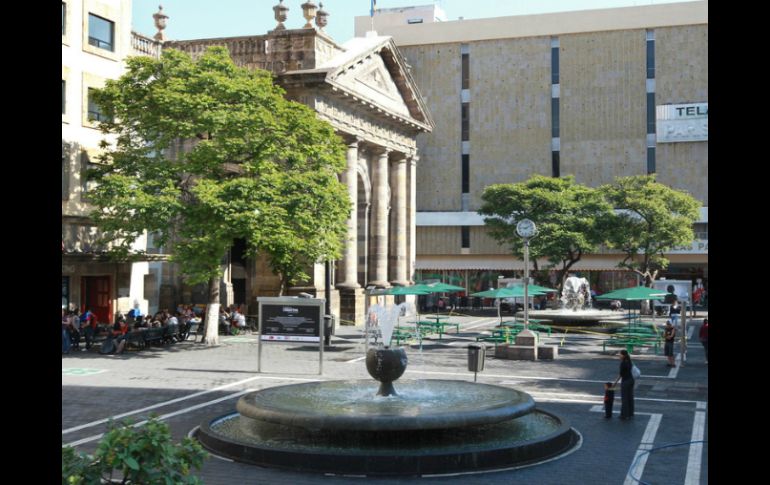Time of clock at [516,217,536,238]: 9:10
